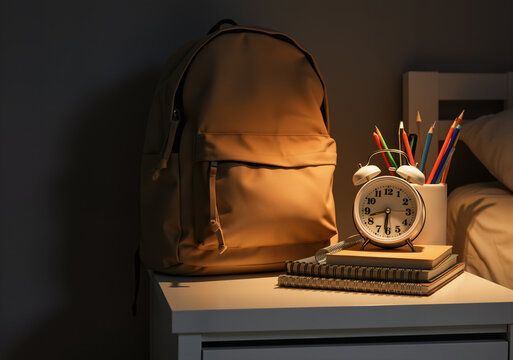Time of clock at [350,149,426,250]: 8:31
